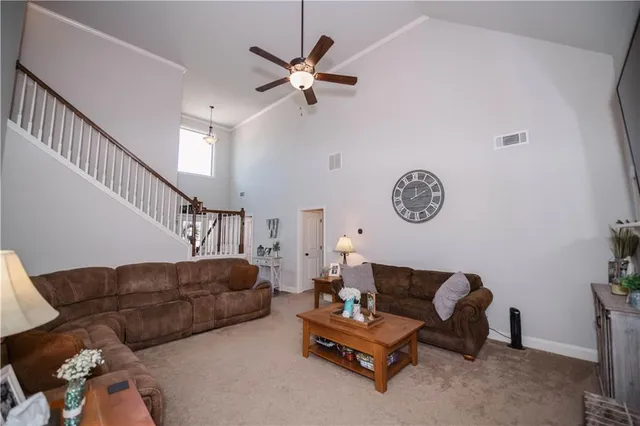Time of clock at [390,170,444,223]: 12:10
